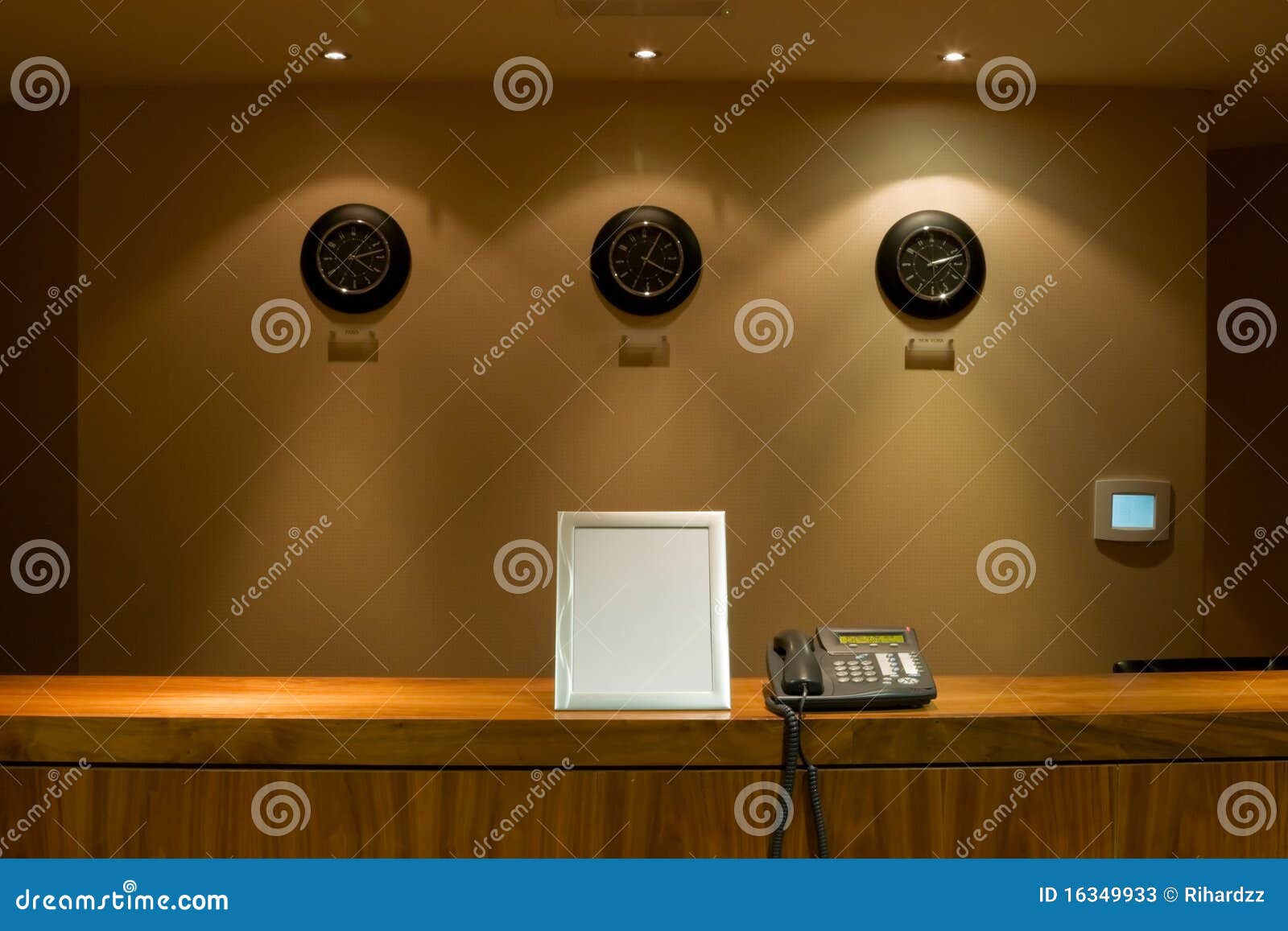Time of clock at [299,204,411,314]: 4:12
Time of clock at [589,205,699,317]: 4:04
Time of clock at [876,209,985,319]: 10:12
